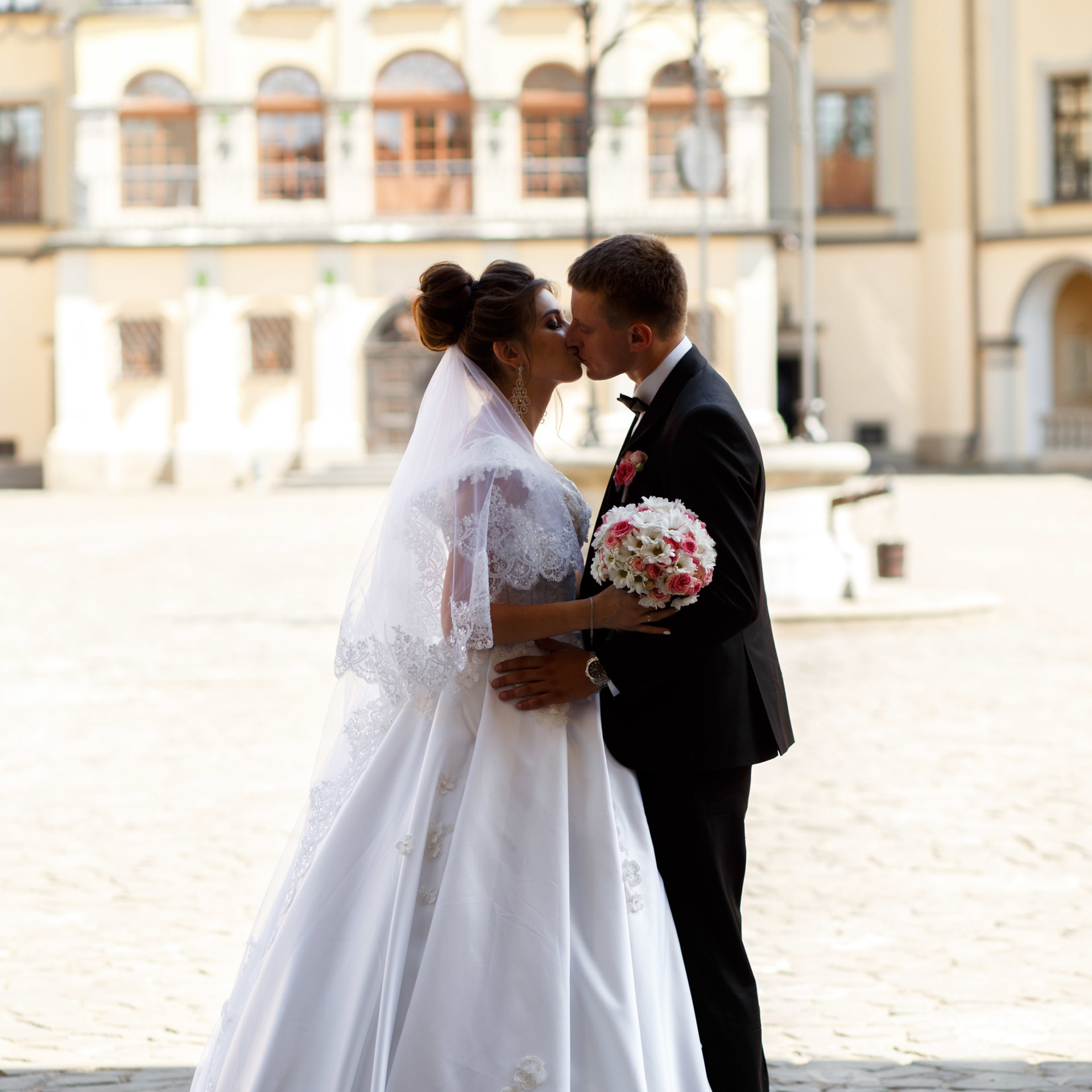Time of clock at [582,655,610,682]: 7:45
